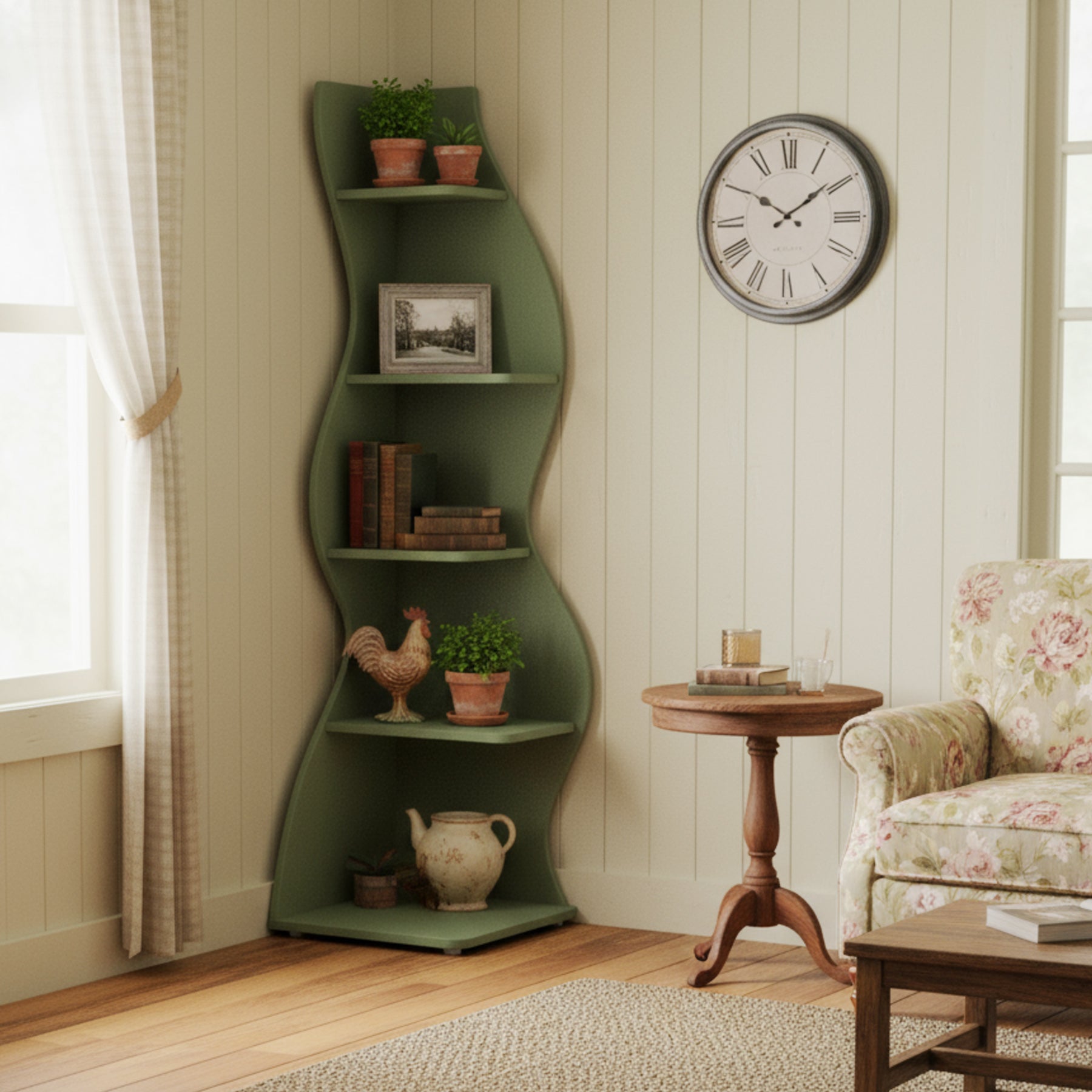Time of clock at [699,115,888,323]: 1:50
